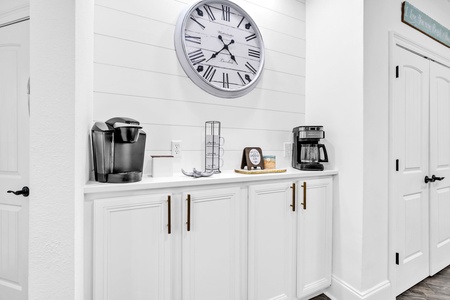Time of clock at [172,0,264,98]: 4:37
